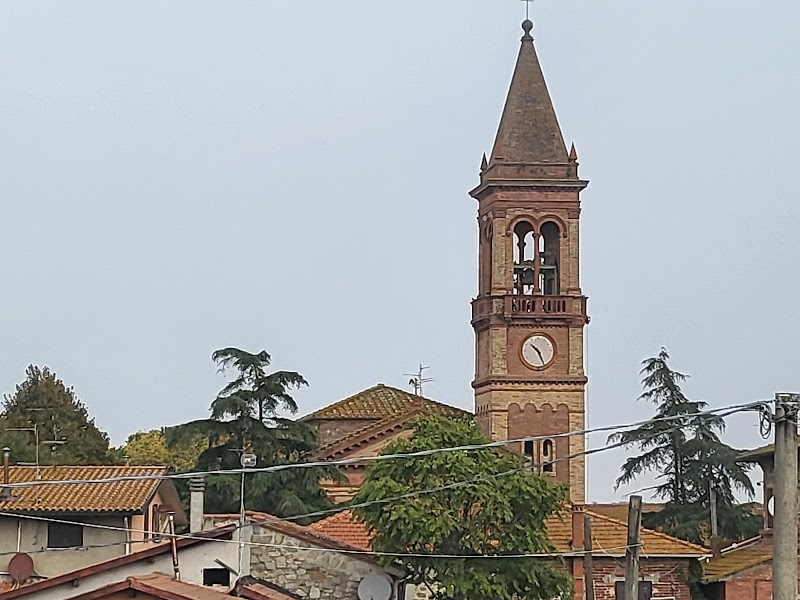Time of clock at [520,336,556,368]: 10:25
